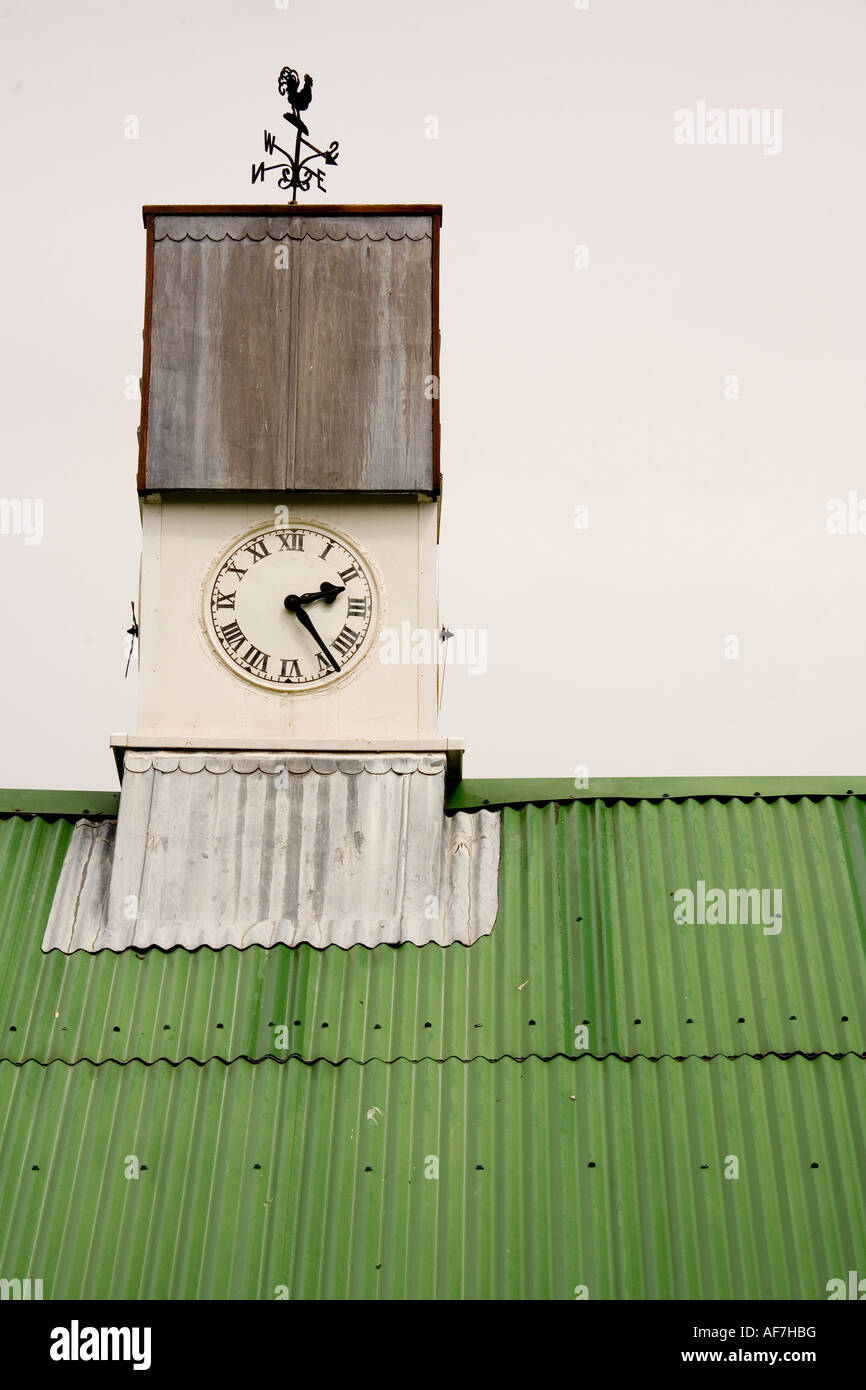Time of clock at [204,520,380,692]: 2:23
